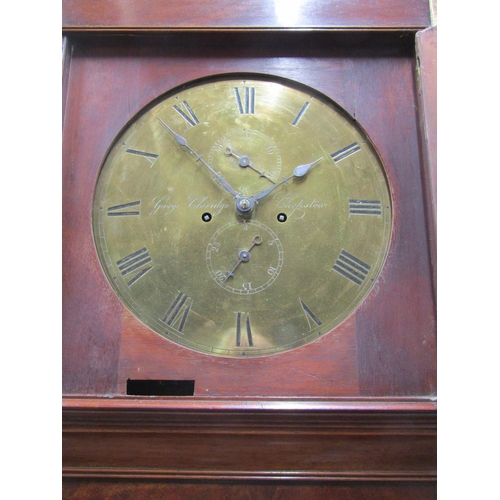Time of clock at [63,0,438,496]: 1:53
